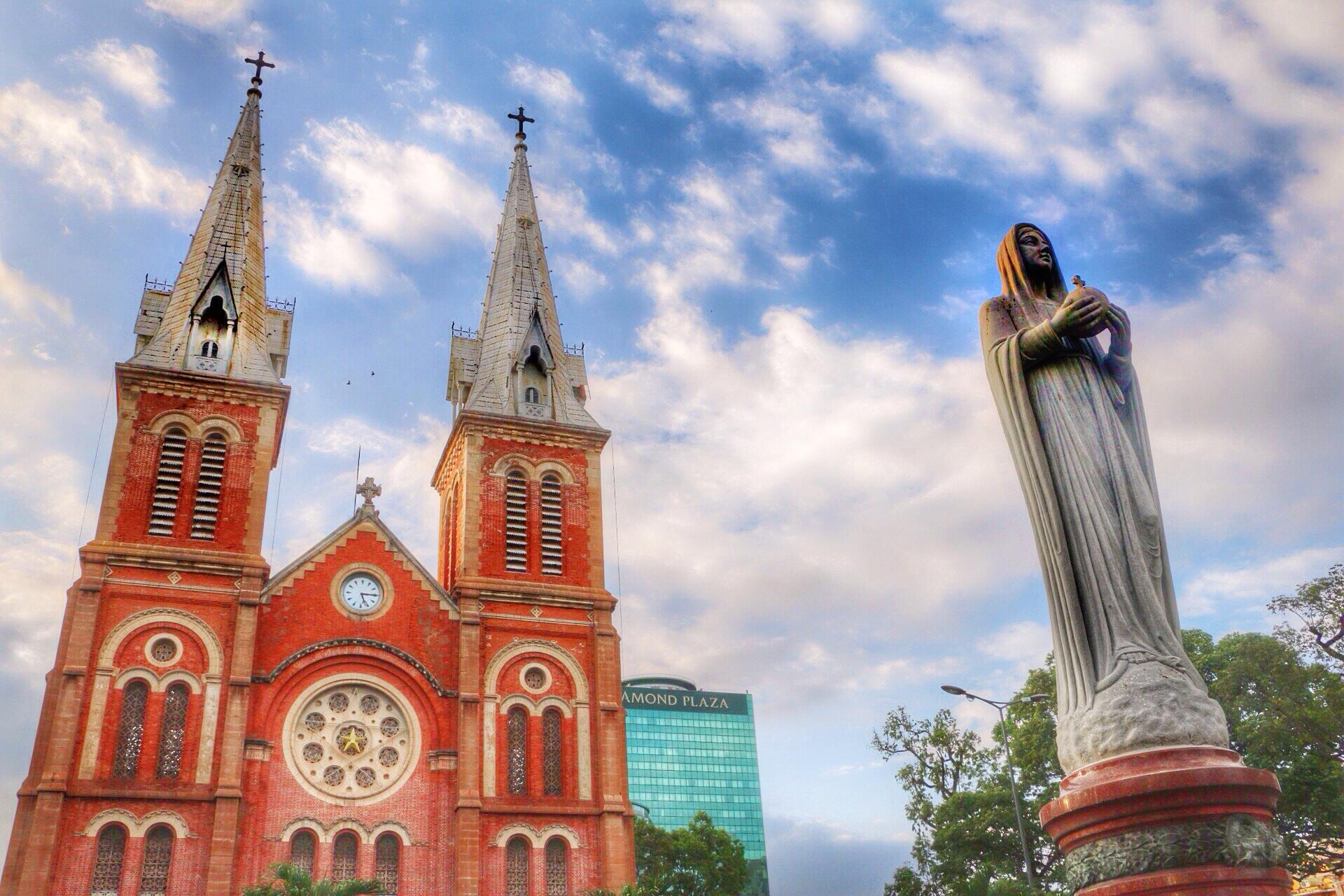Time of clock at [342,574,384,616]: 5:15
